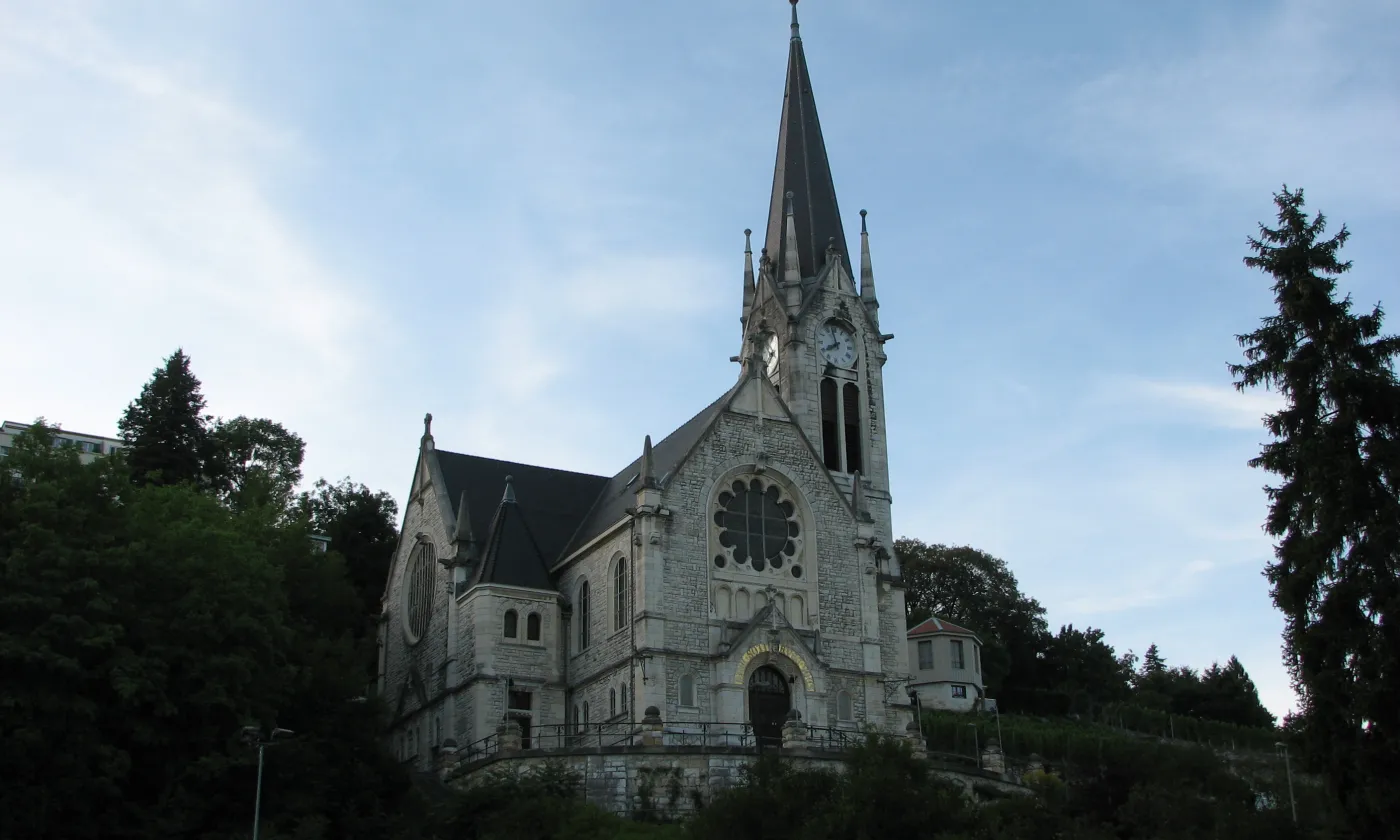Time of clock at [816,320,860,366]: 7:57
